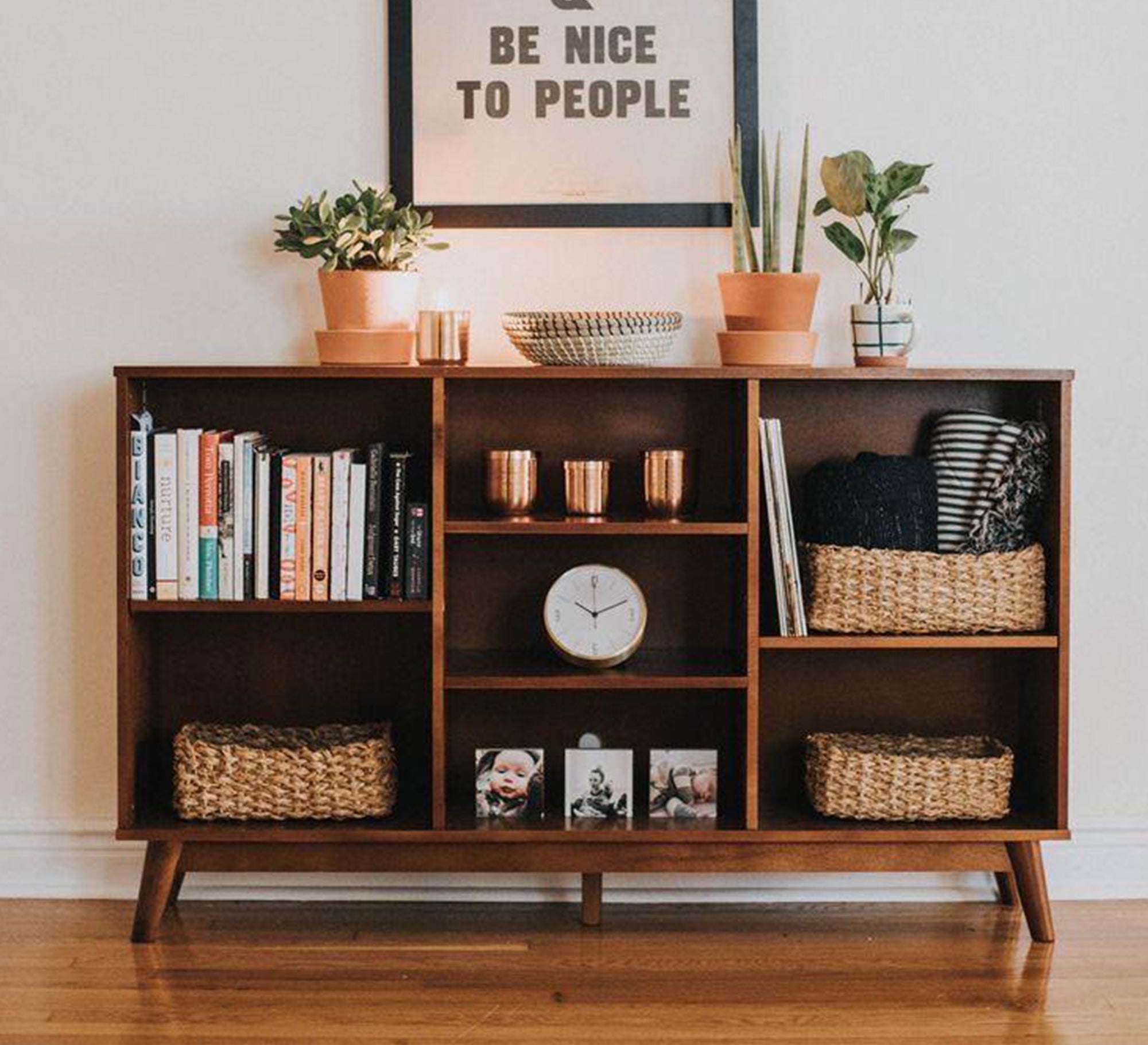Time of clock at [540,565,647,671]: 10:11
